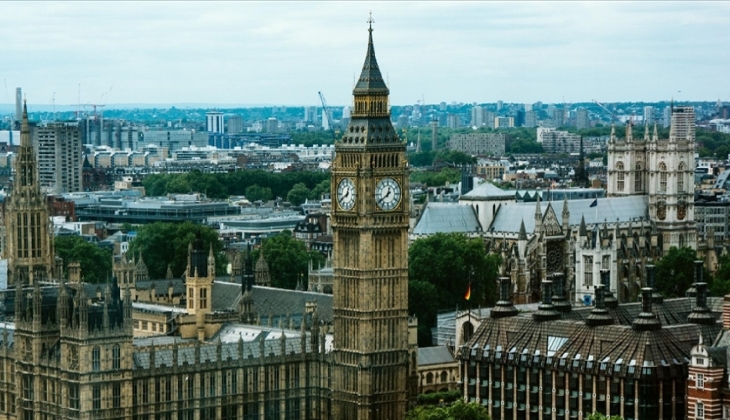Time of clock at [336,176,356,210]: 12:40
